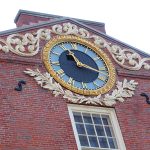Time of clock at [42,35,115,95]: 11:17
